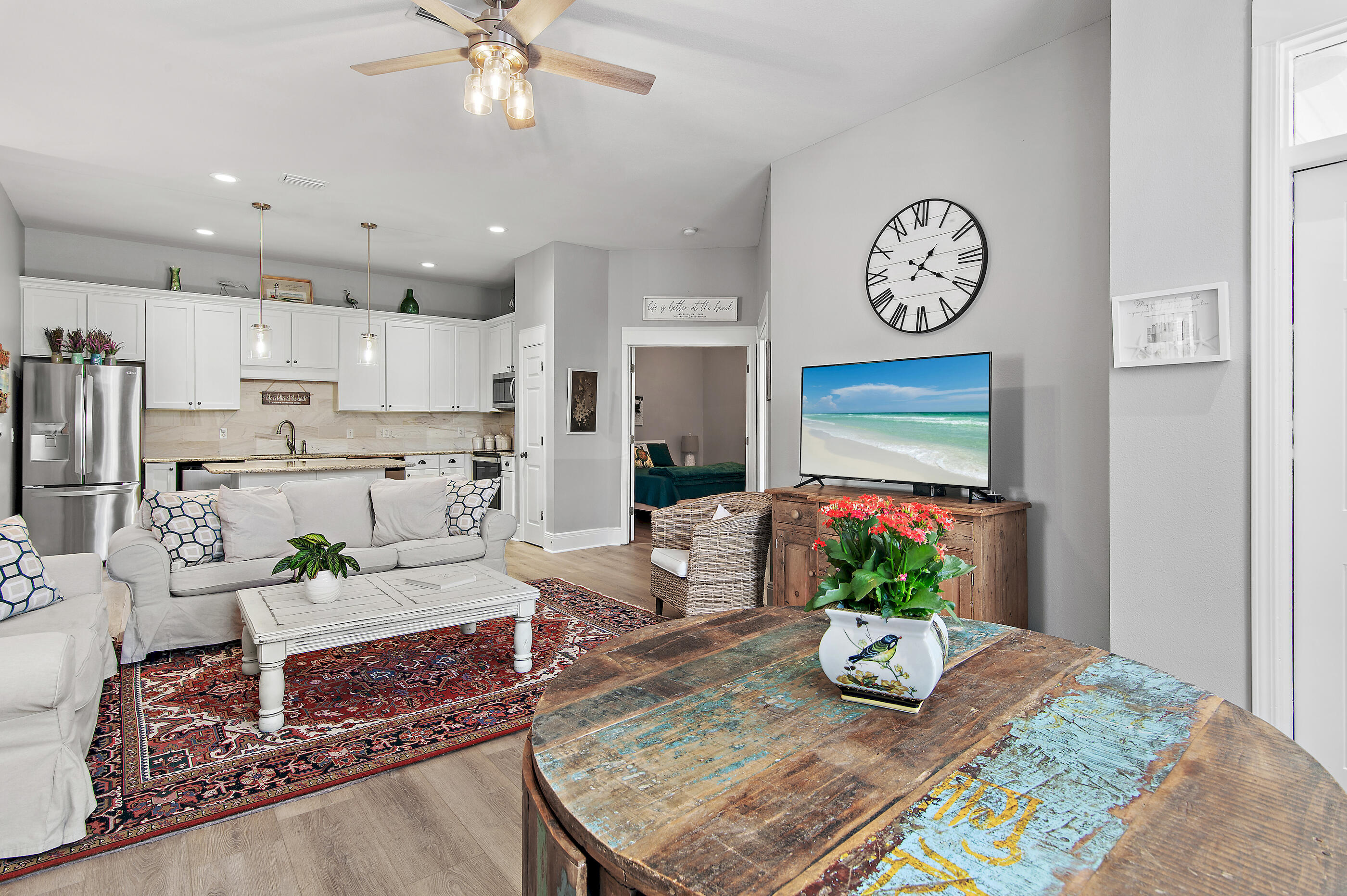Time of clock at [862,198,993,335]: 1:19
